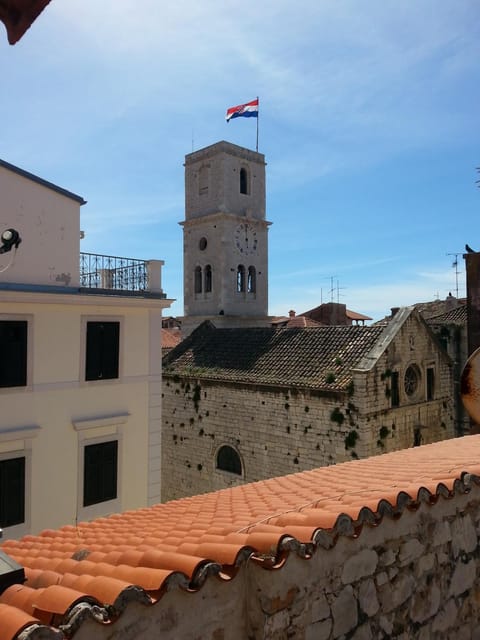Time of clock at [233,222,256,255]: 5:59
